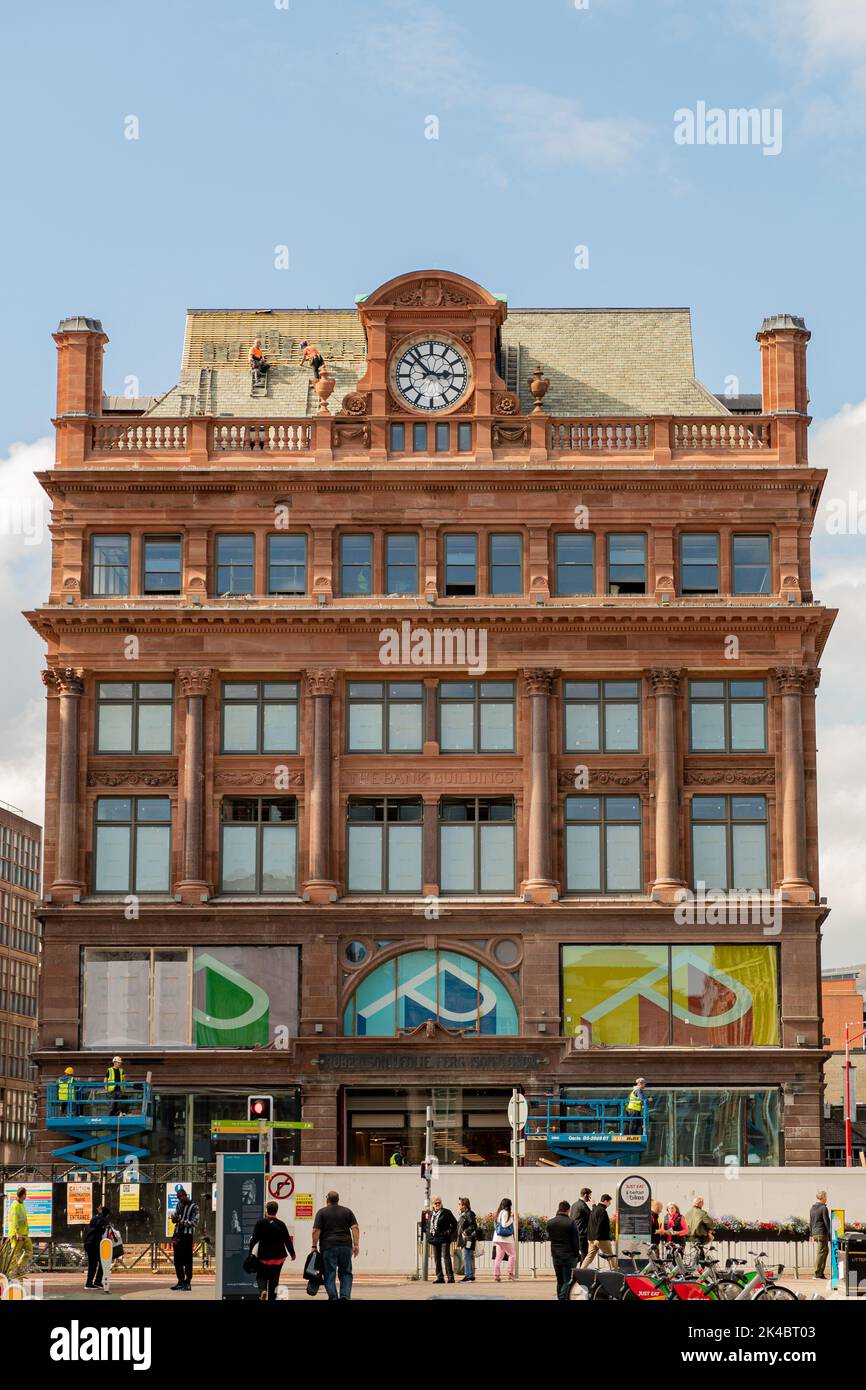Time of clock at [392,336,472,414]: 2:52
